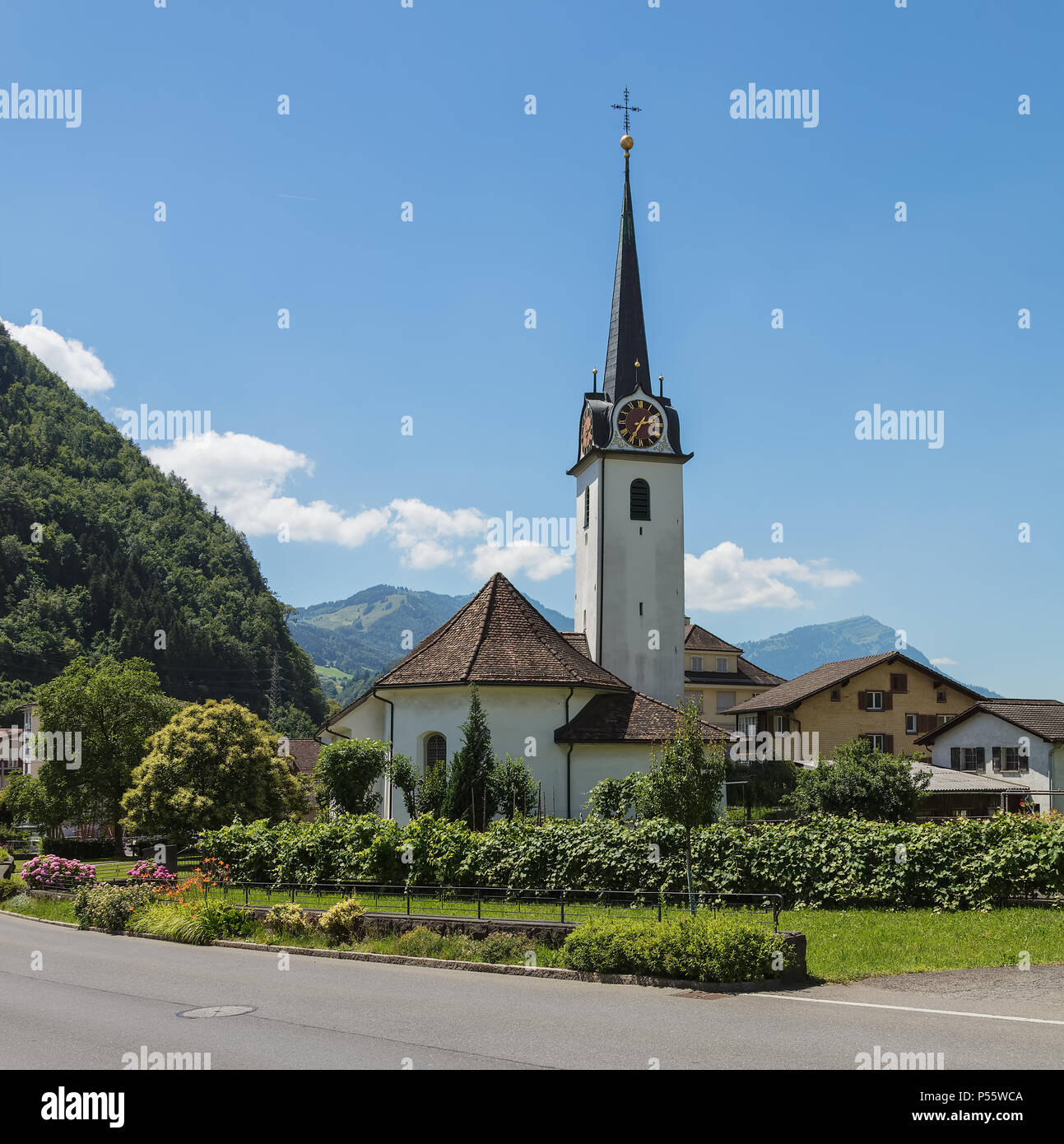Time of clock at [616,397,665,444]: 2:35
